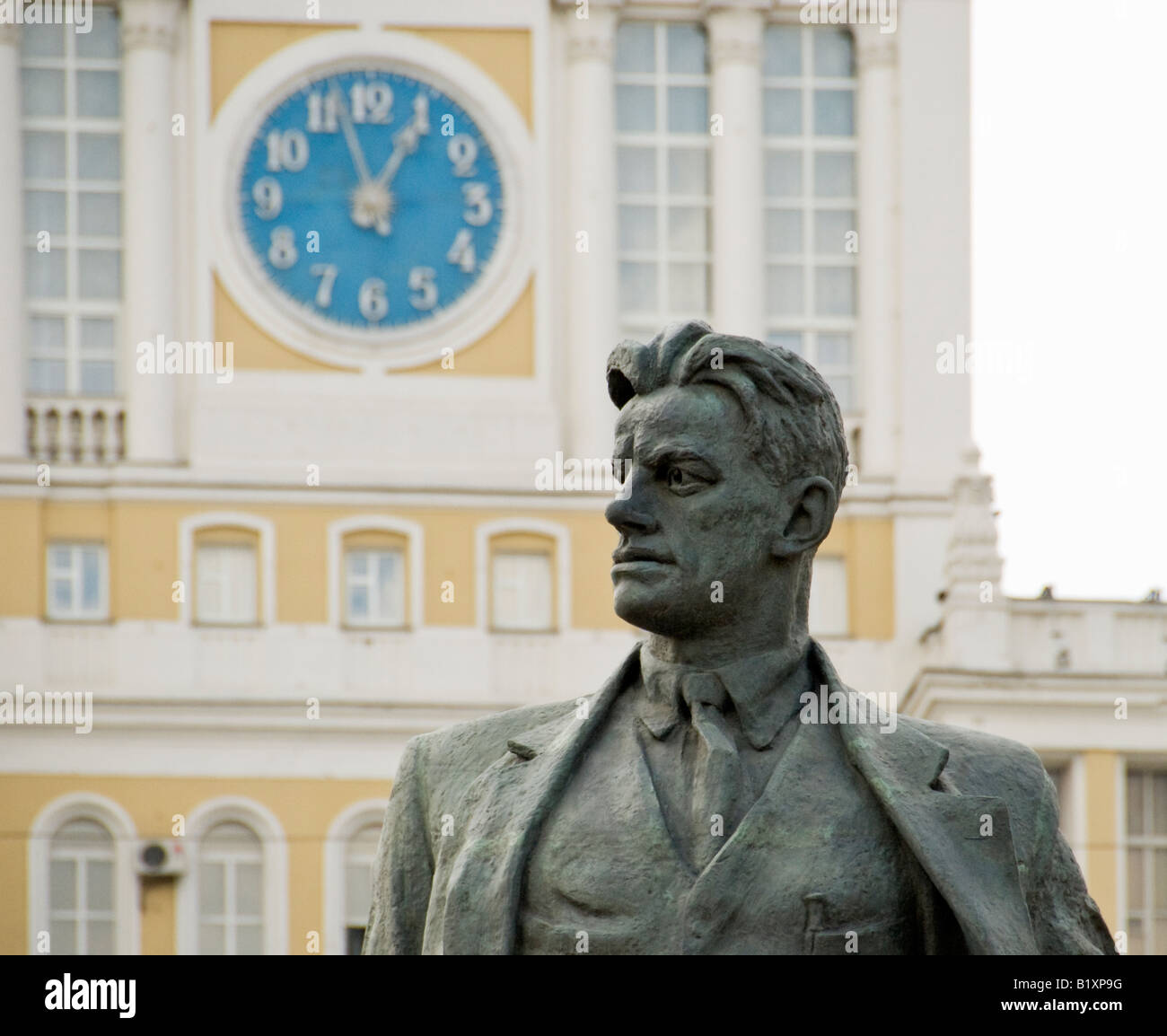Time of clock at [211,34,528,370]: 12:57
